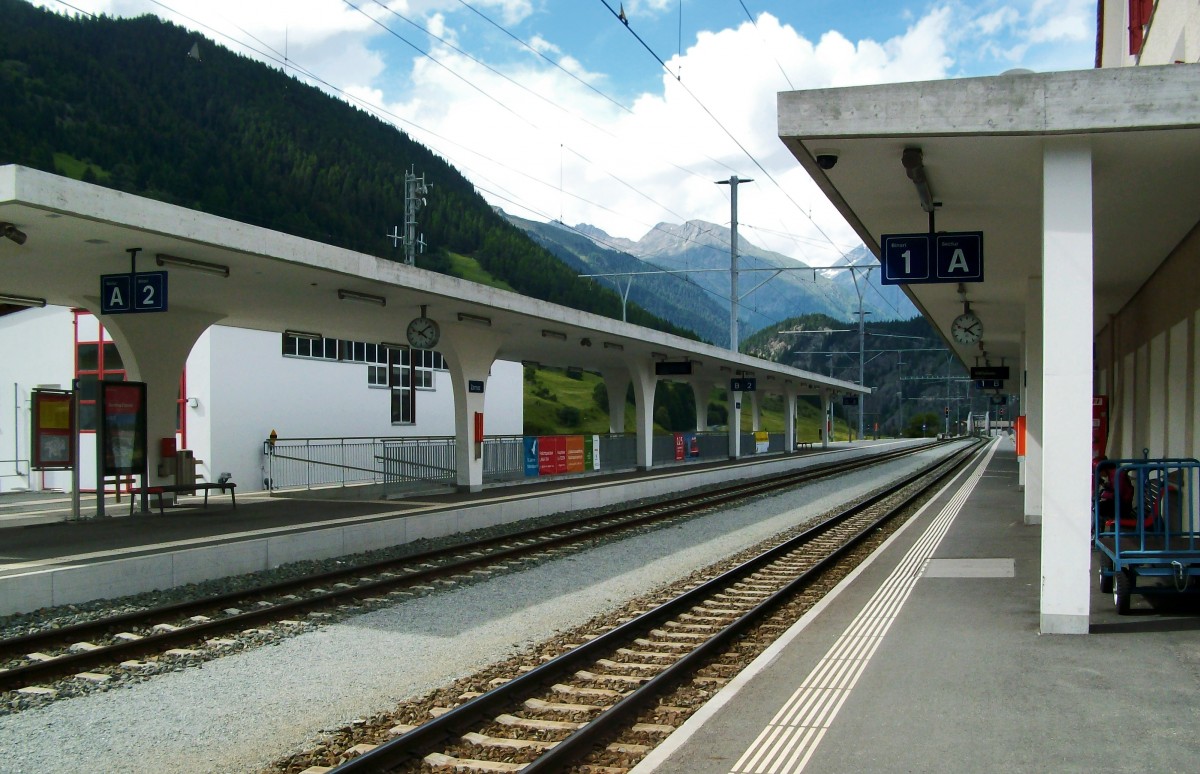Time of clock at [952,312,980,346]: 4:09
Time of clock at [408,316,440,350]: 4:08
